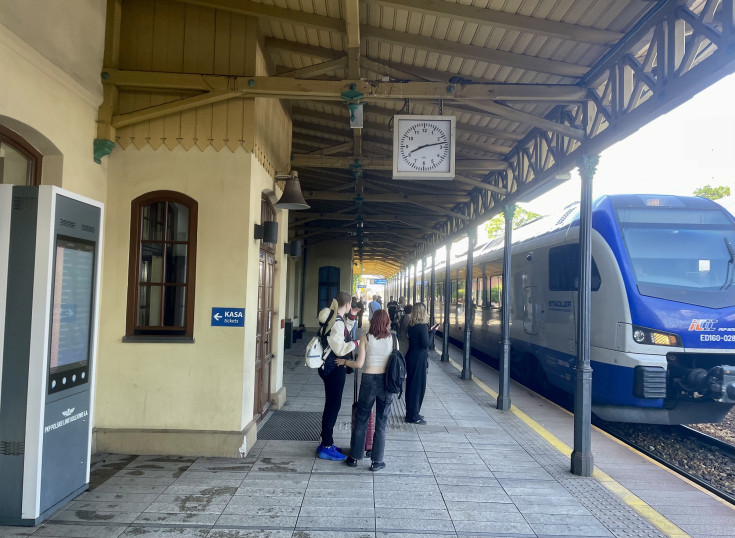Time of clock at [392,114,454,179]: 8:12
